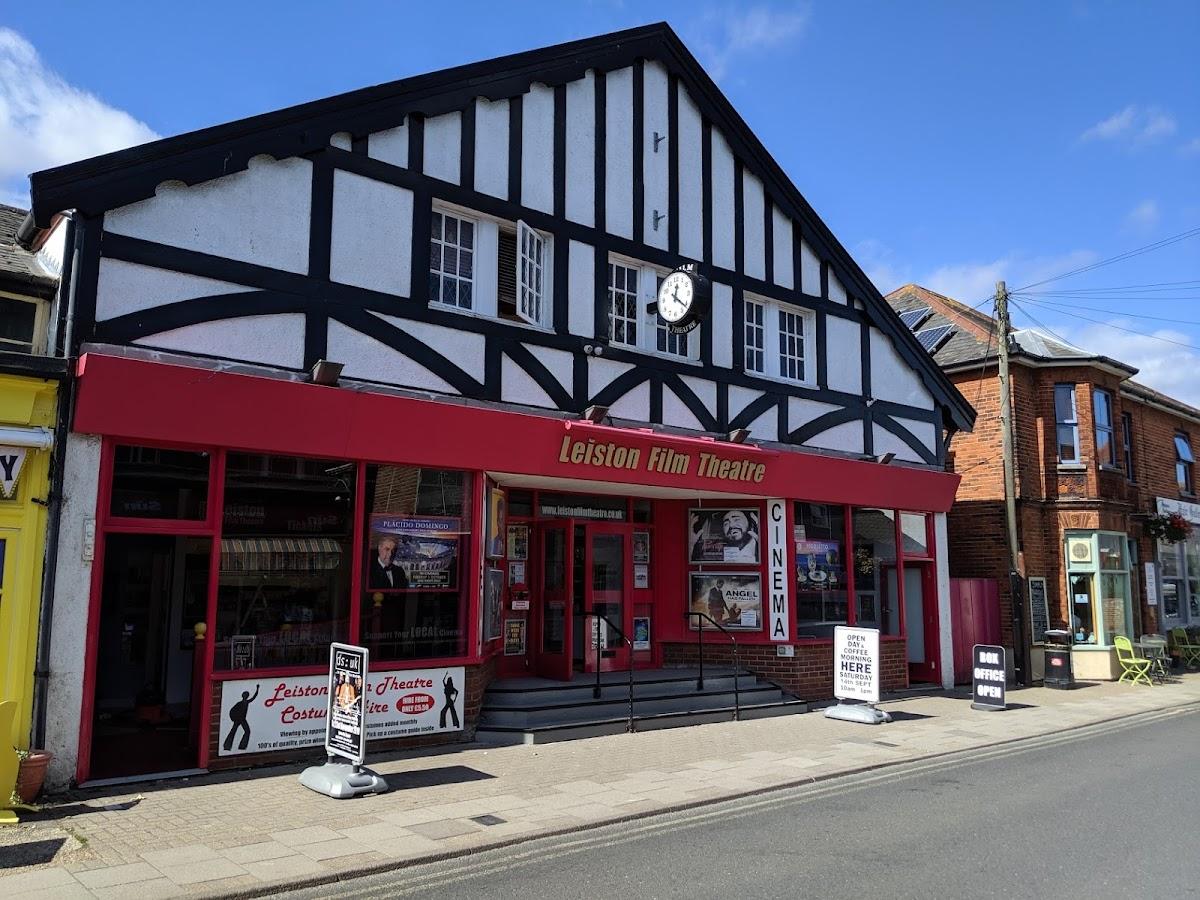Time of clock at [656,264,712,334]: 12:21
